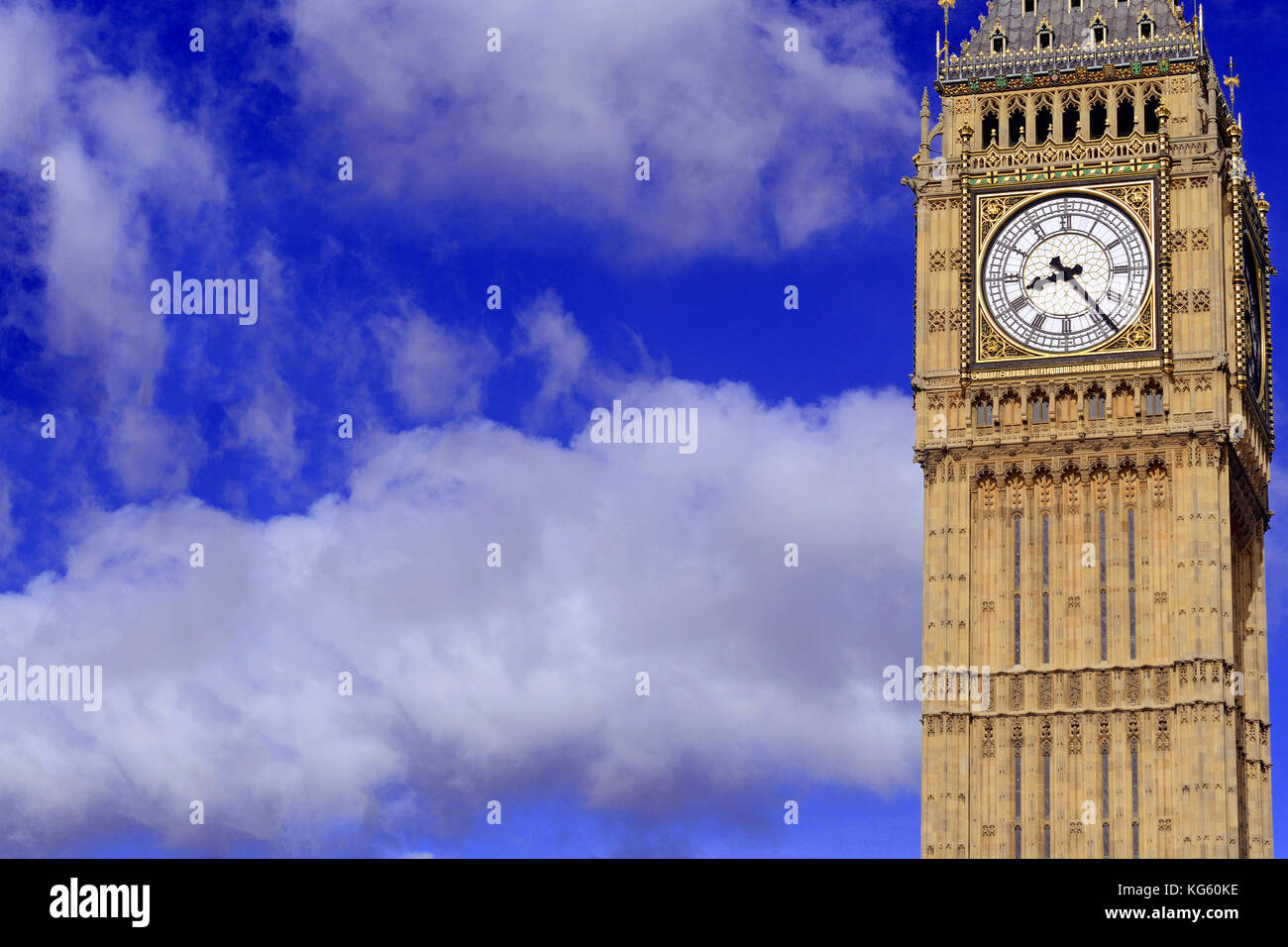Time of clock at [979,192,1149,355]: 8:23
